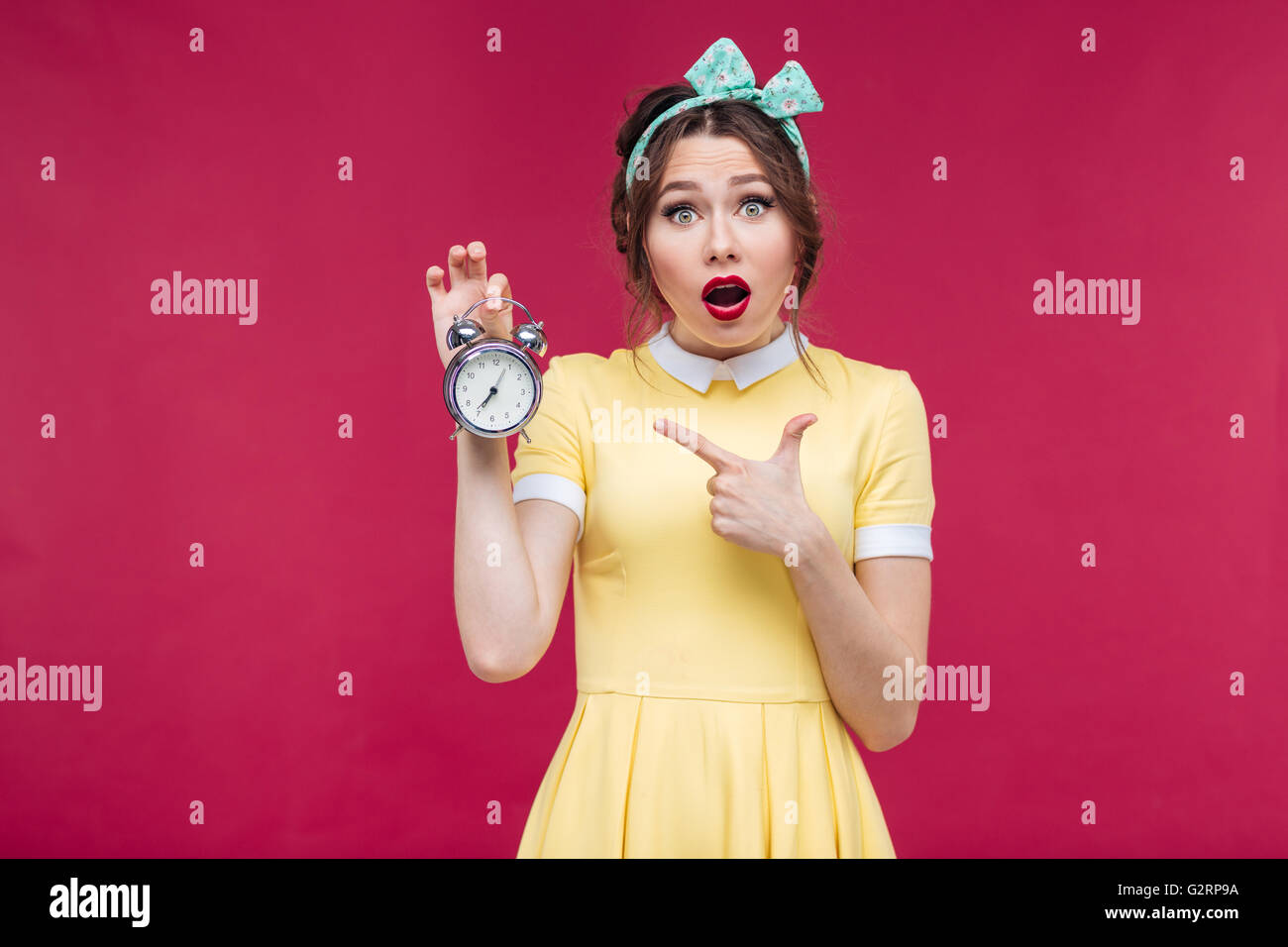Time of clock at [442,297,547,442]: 7:04
